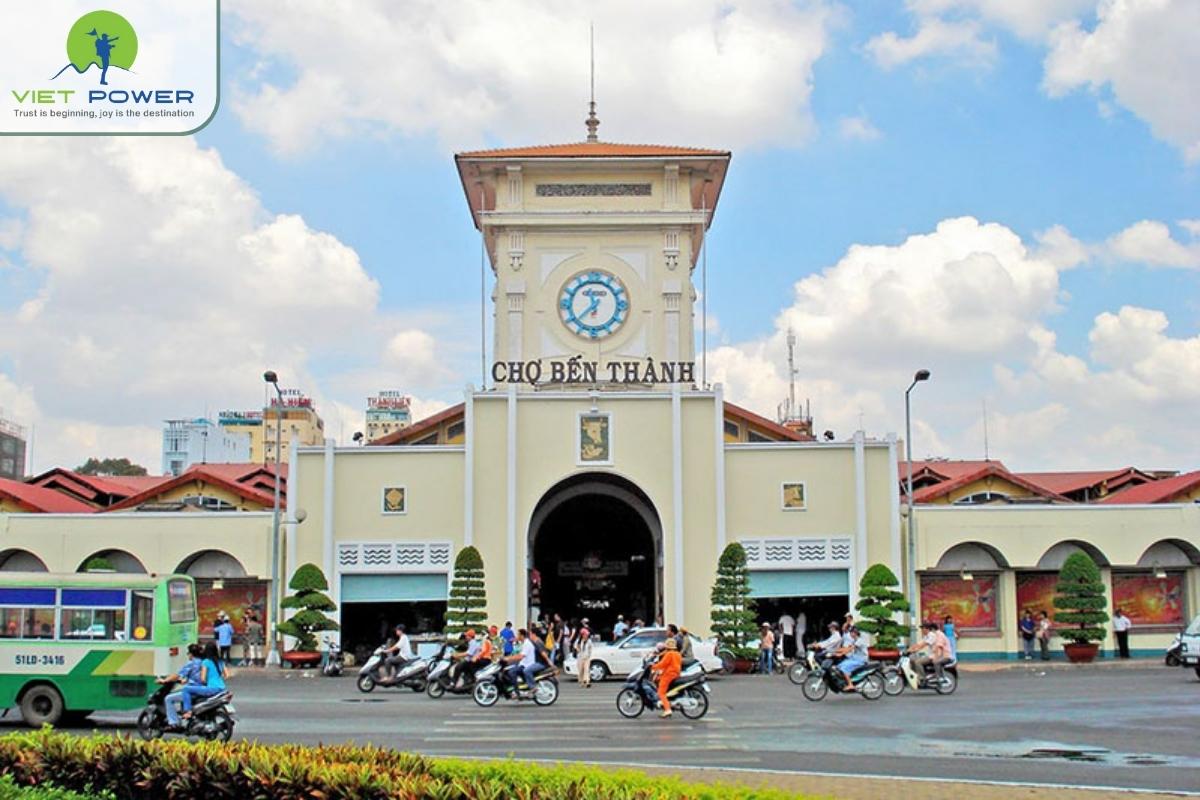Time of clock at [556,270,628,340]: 11:37
